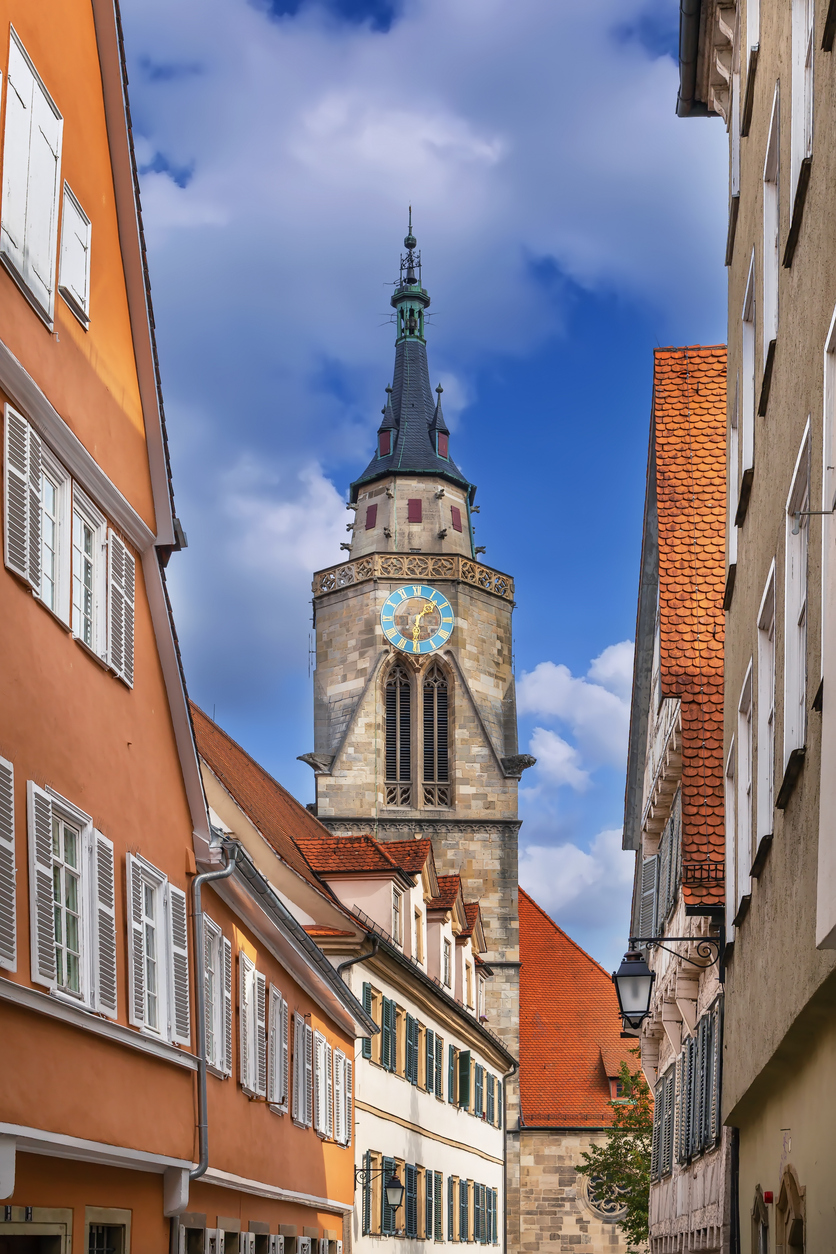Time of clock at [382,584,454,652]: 1:31
